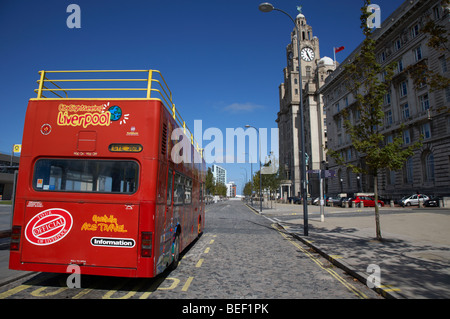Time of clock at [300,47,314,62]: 11:25
